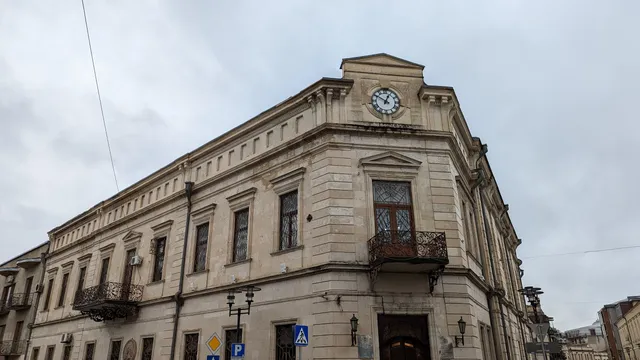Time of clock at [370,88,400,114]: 12:50
